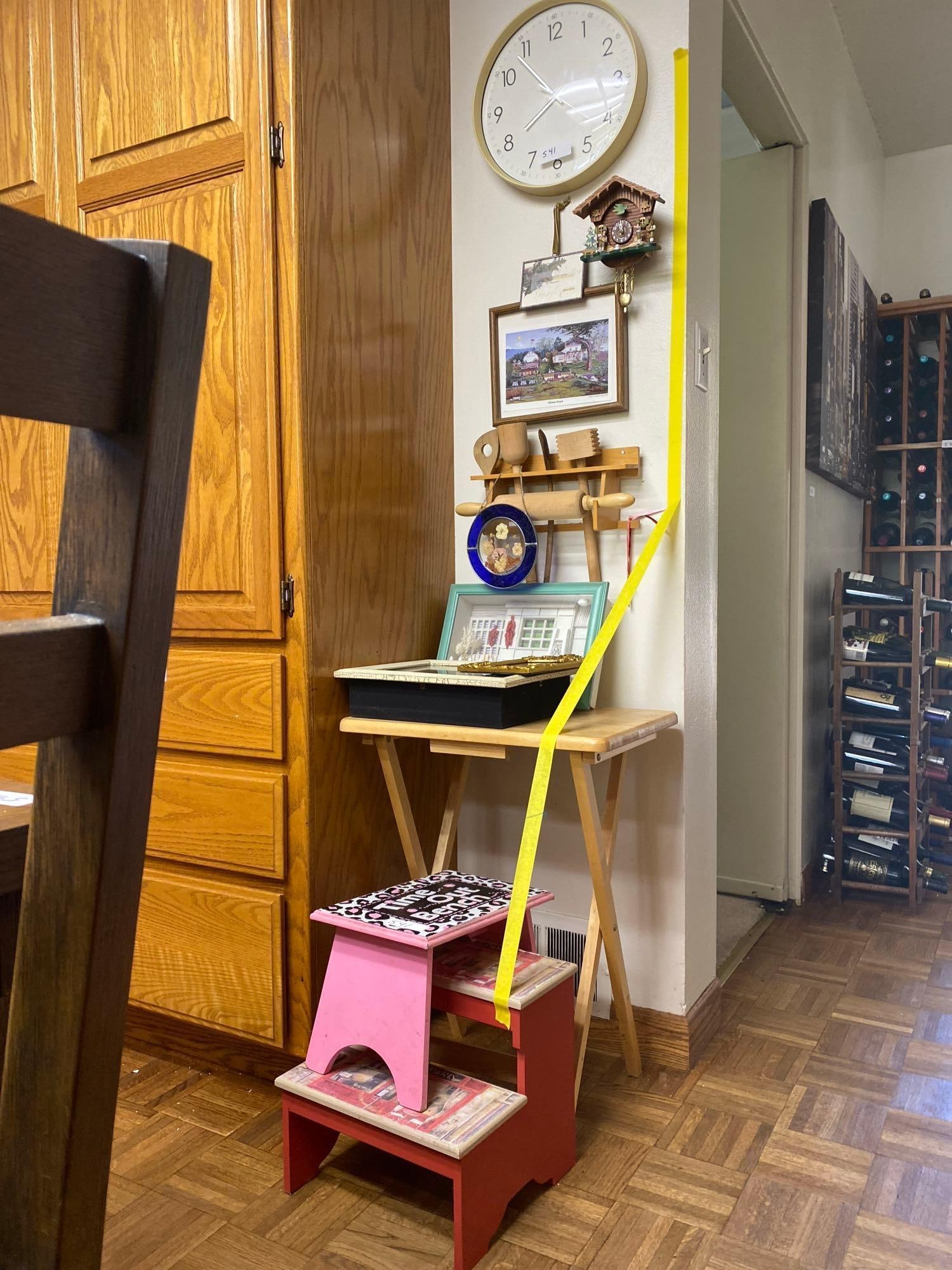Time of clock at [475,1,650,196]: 7:53
